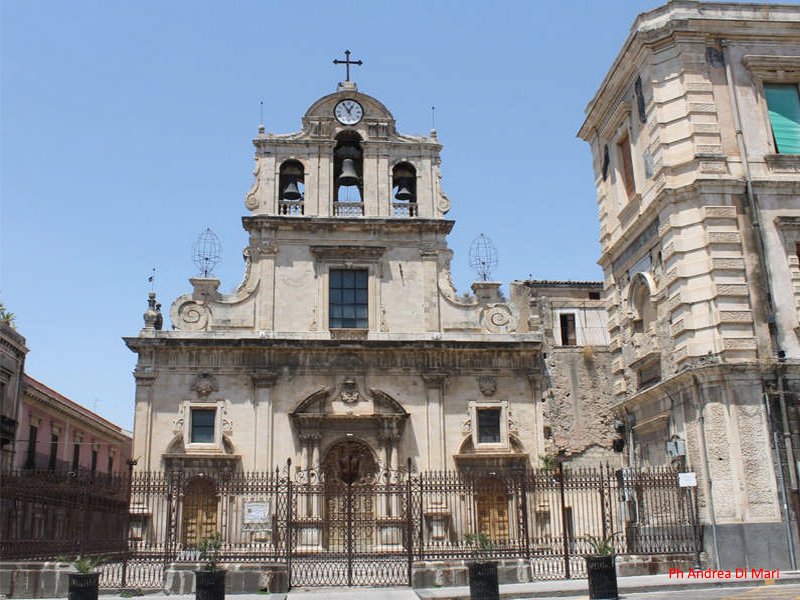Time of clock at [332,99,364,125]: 12:55
